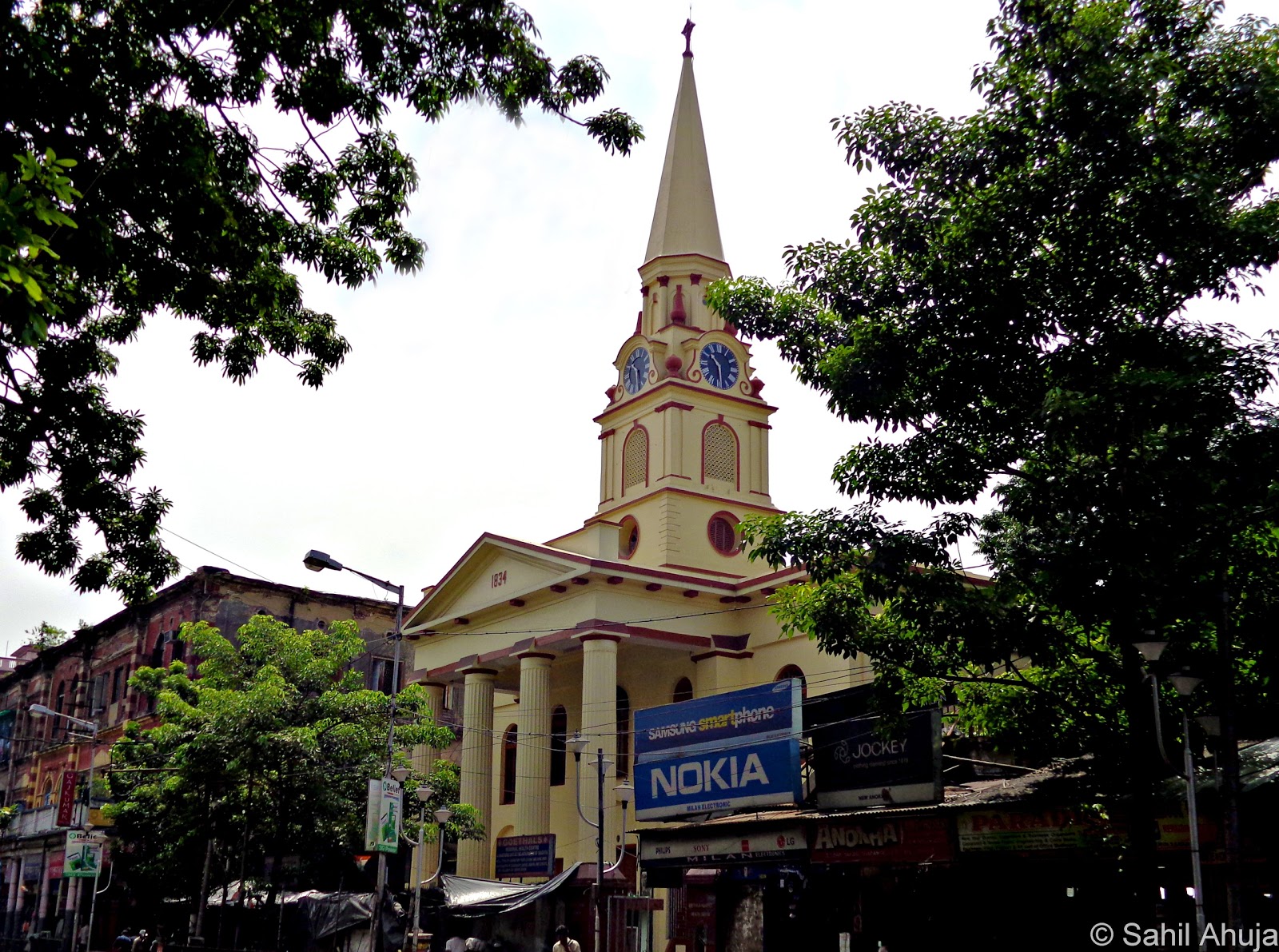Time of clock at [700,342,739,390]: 10:28
